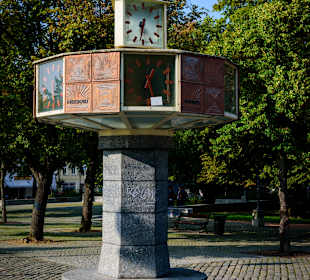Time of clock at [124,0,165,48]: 12:31
